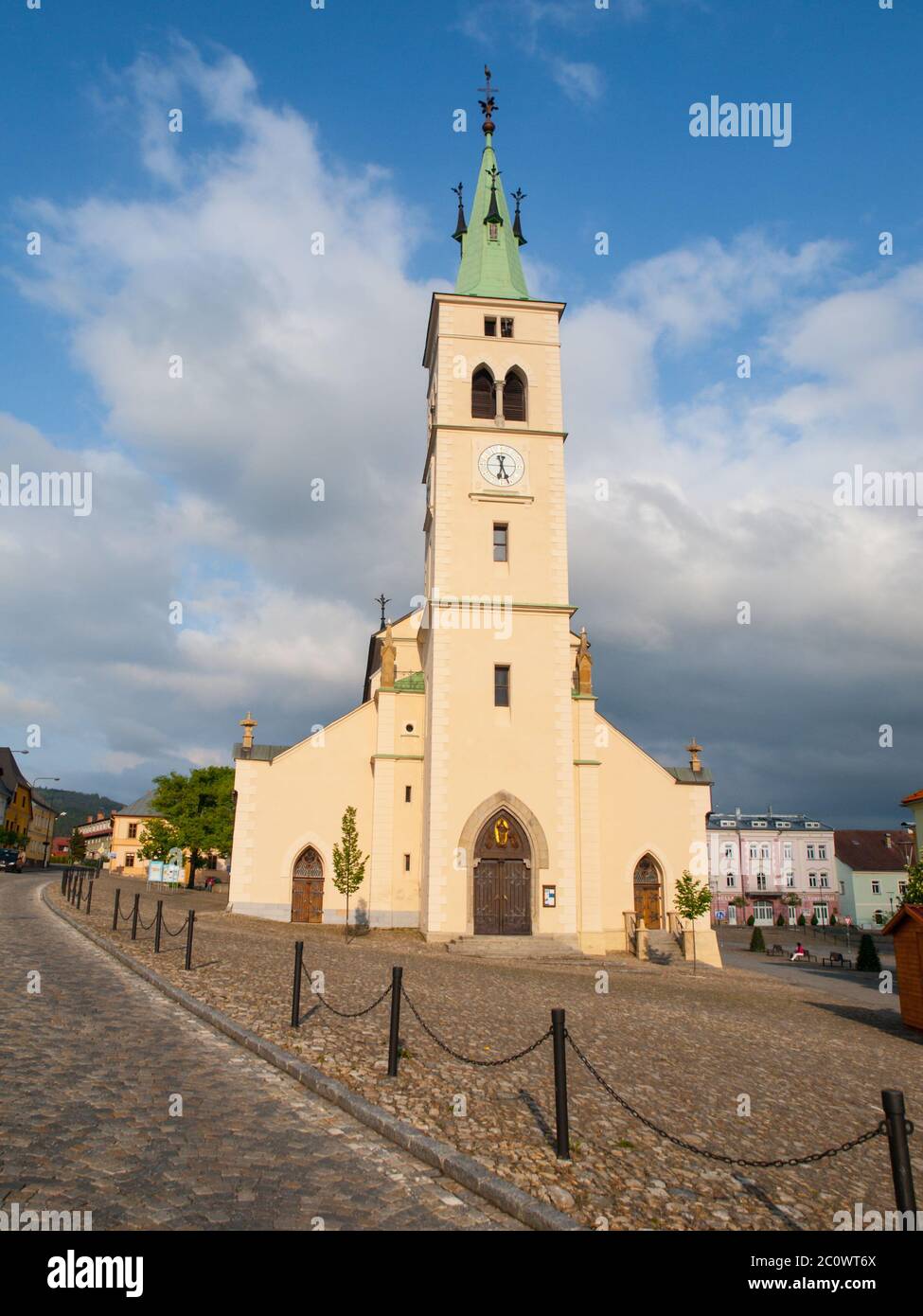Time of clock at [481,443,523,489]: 6:26
